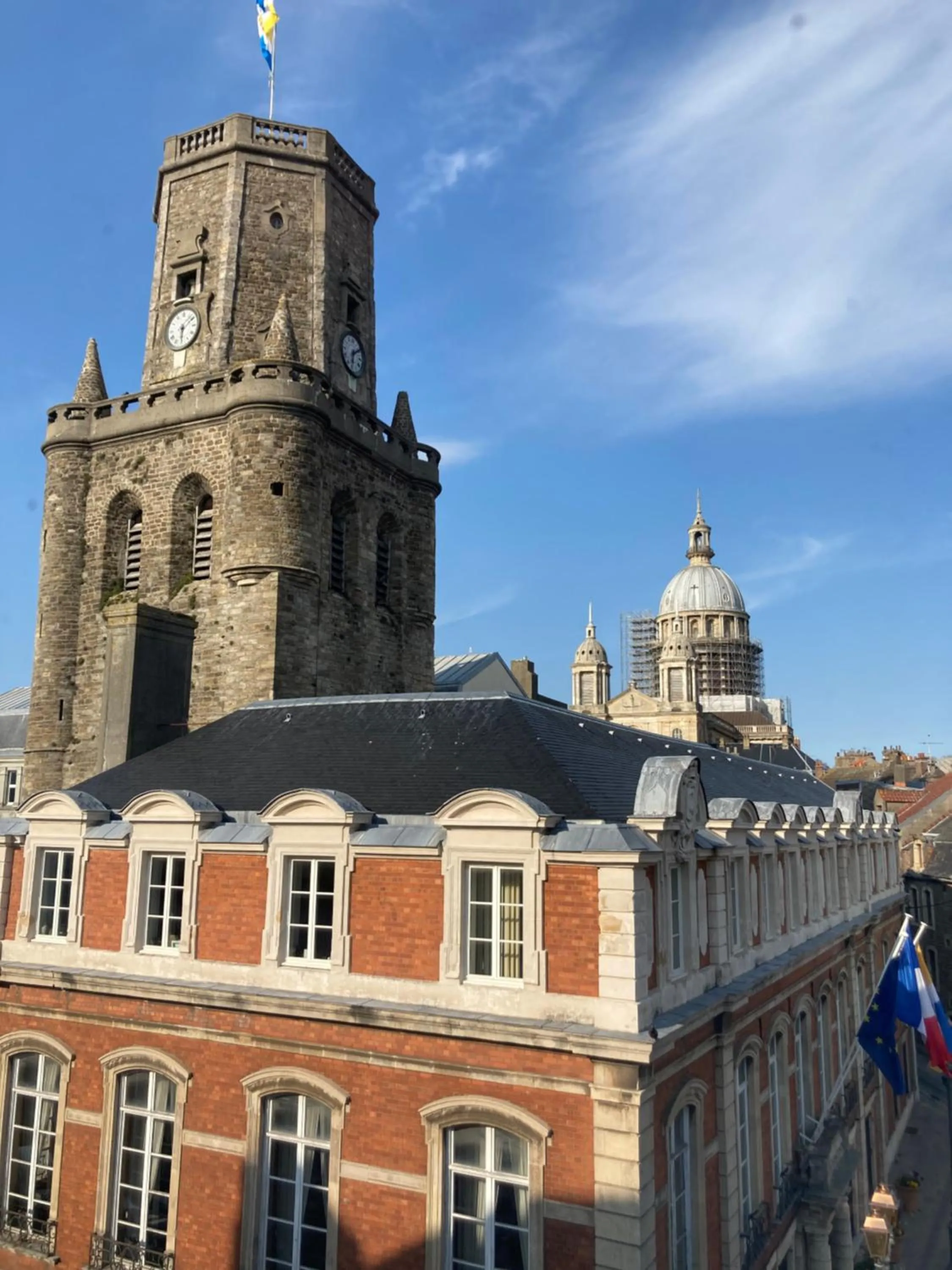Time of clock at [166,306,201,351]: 6:08
